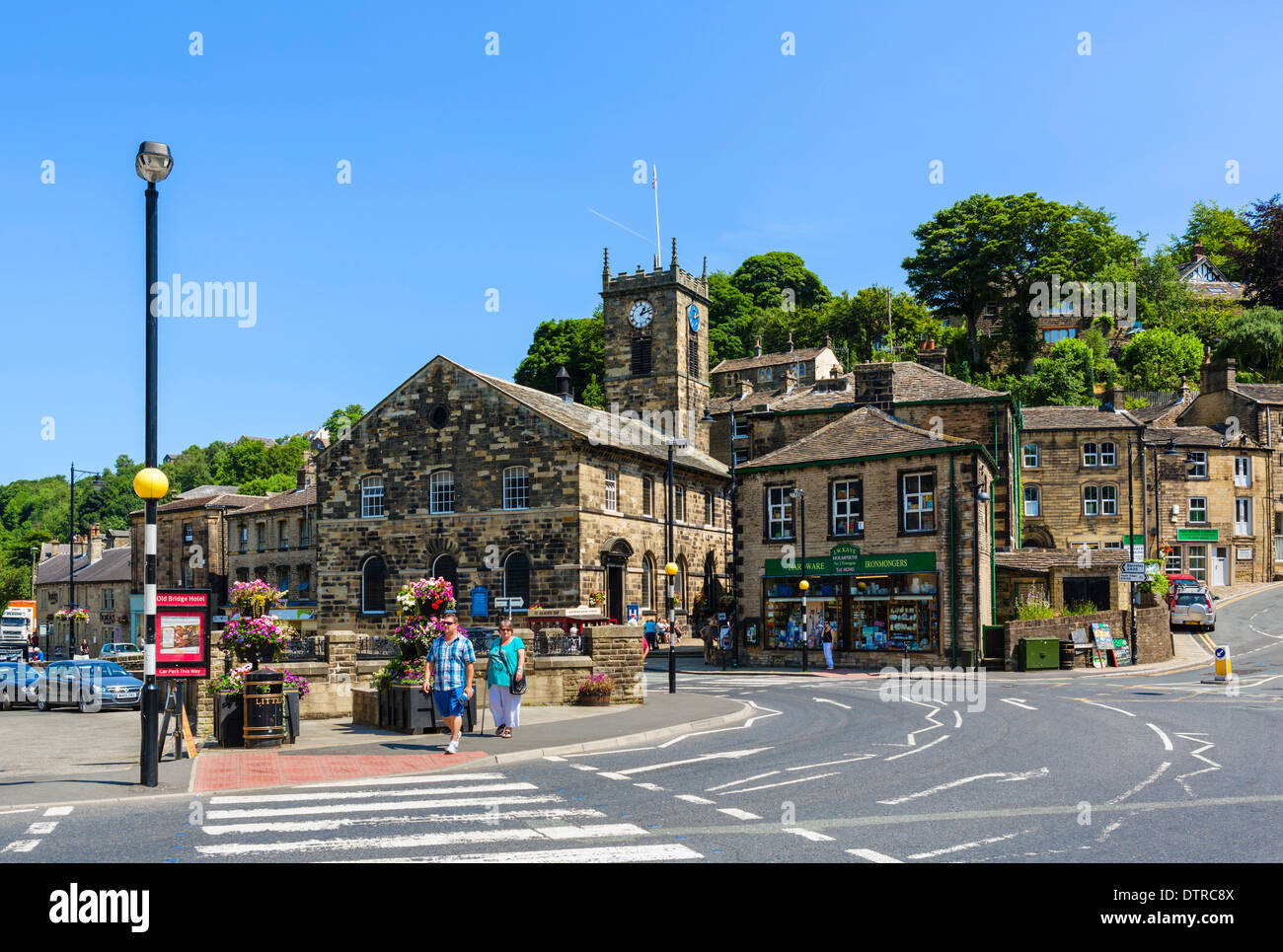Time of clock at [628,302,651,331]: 1:11
